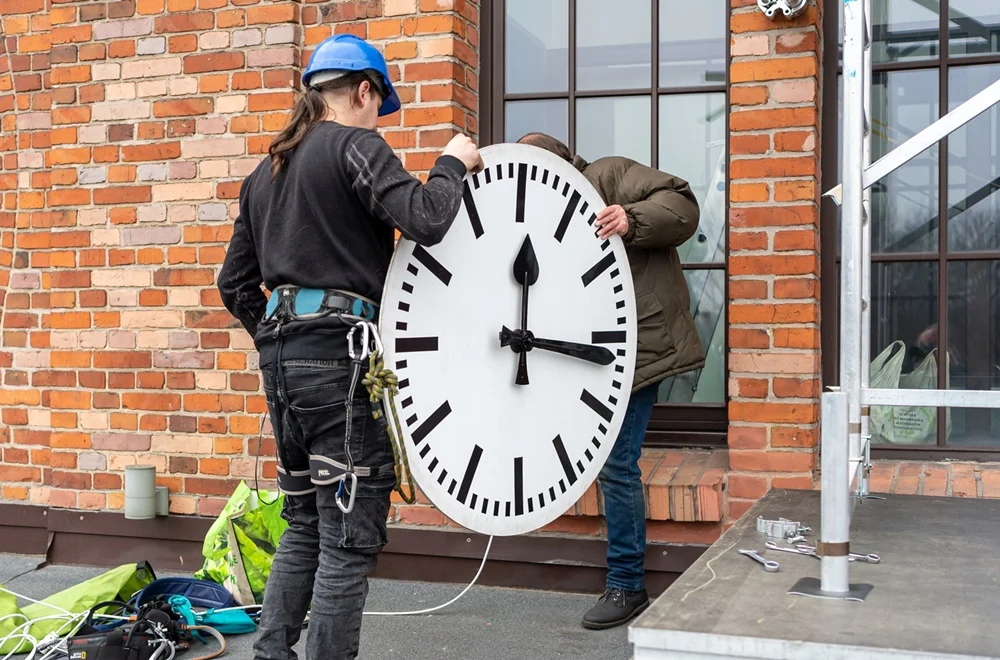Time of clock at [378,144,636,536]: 12:16
